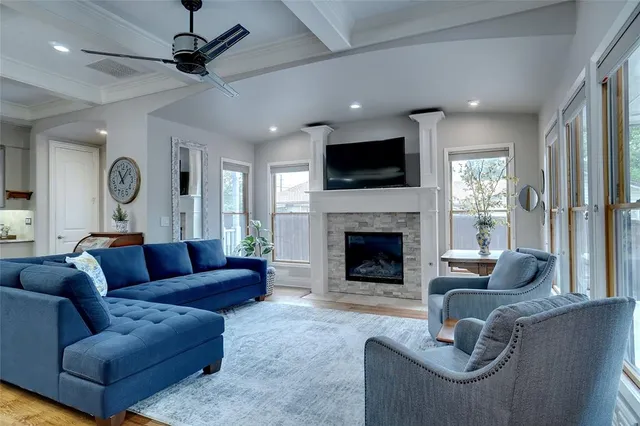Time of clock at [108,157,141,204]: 11:07
